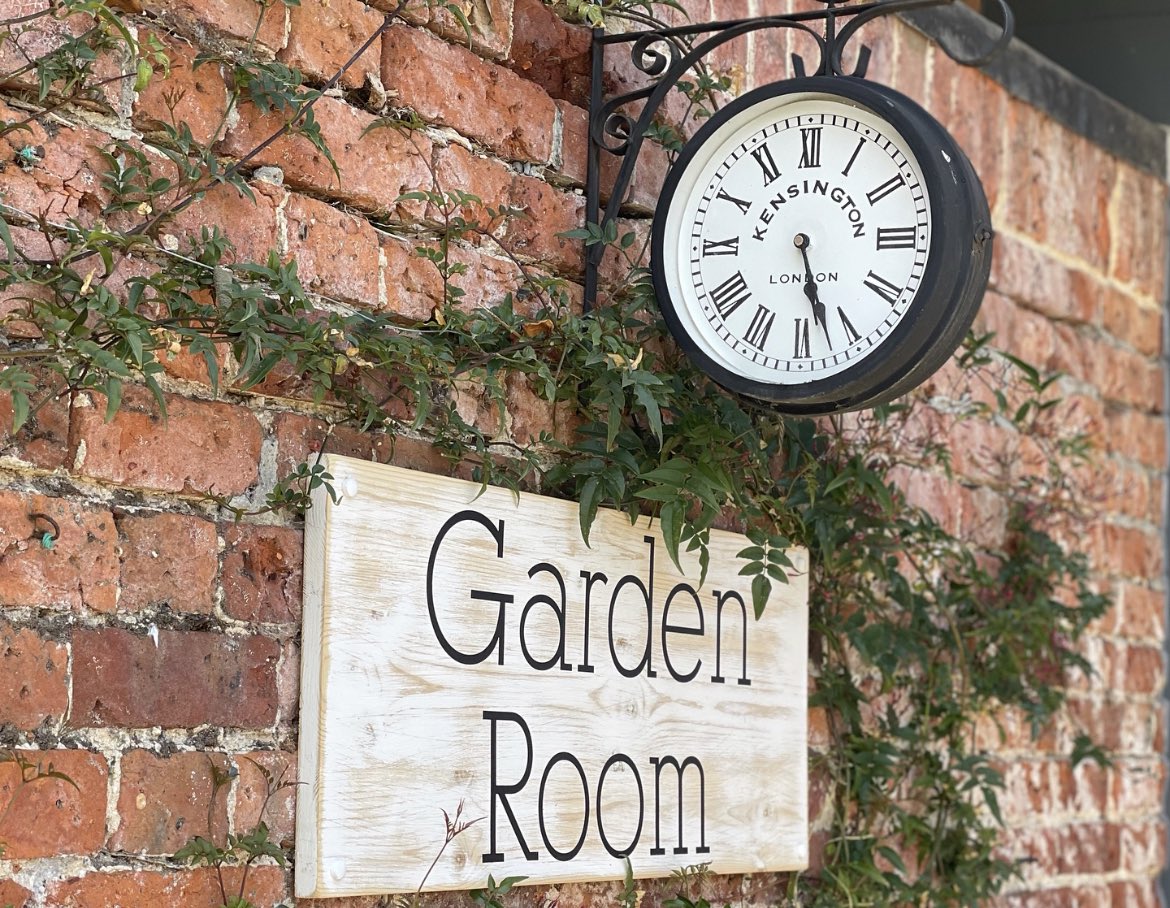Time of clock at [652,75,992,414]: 5:27
